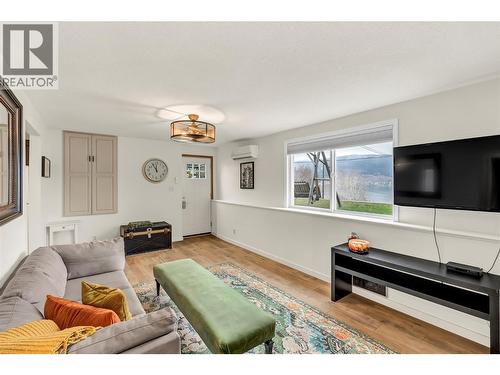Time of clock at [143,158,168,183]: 11:54
